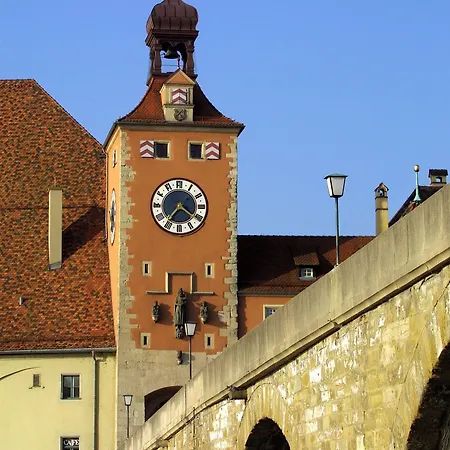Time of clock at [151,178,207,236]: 7:20
